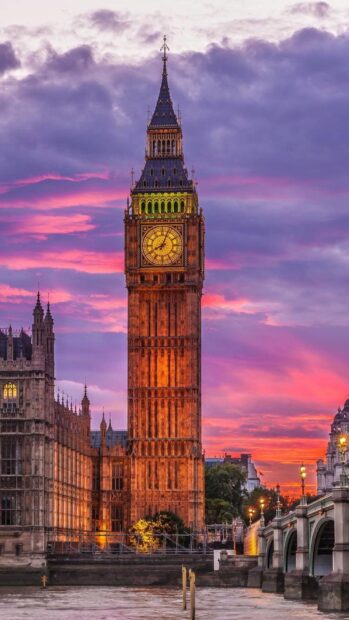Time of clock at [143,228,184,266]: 8:03
